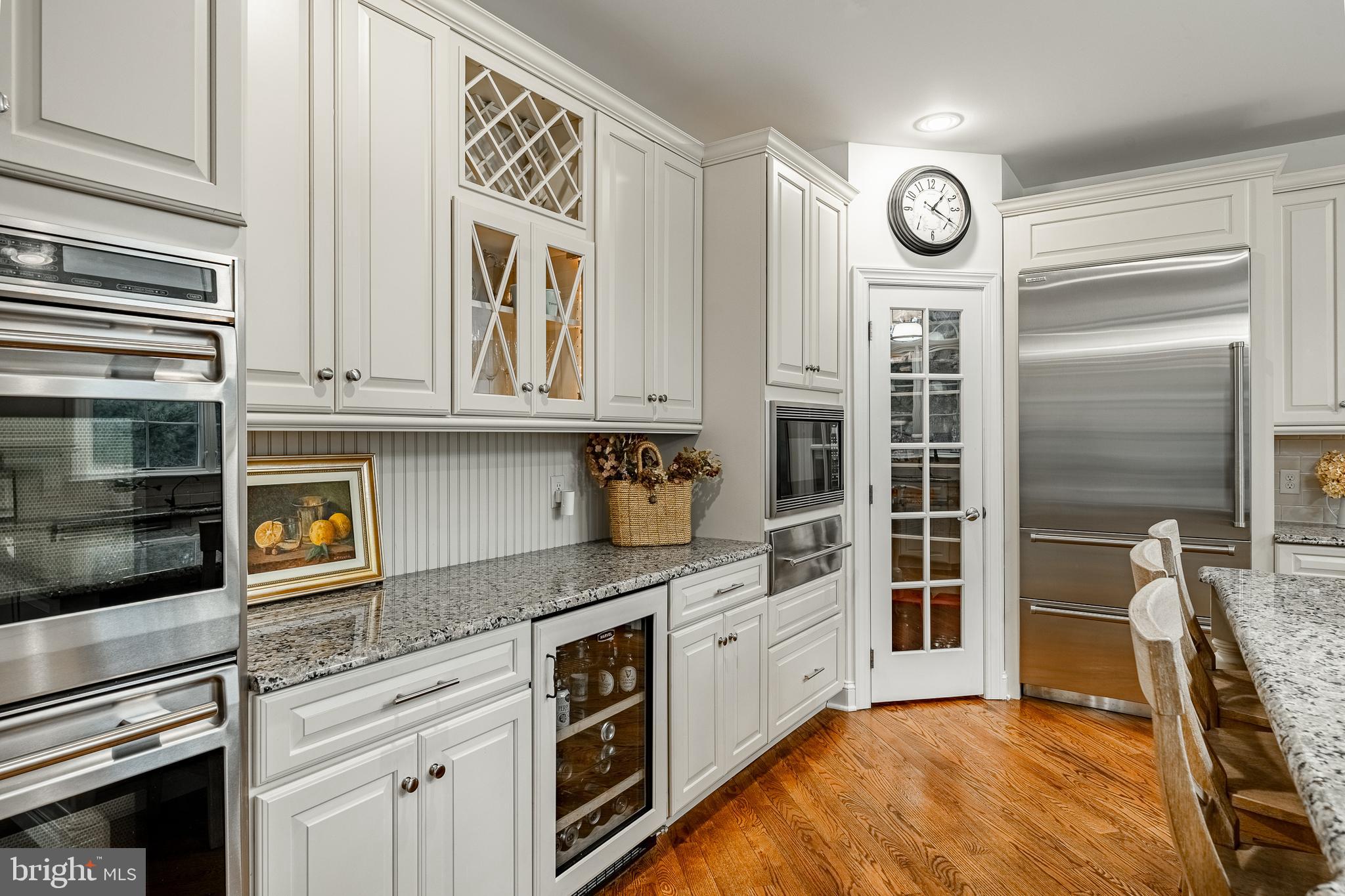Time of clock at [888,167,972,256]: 1:20
